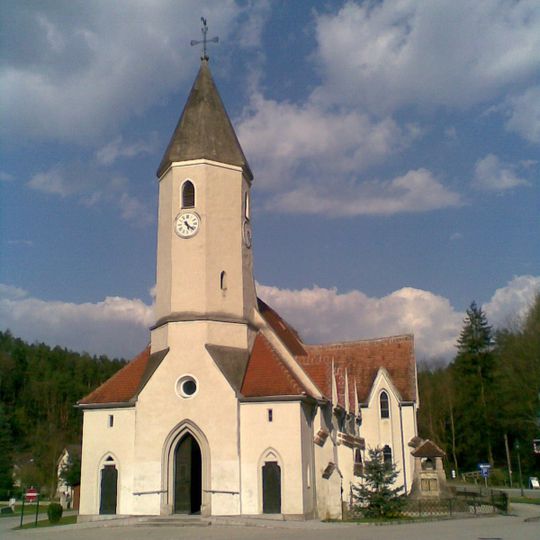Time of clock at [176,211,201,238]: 5:21
